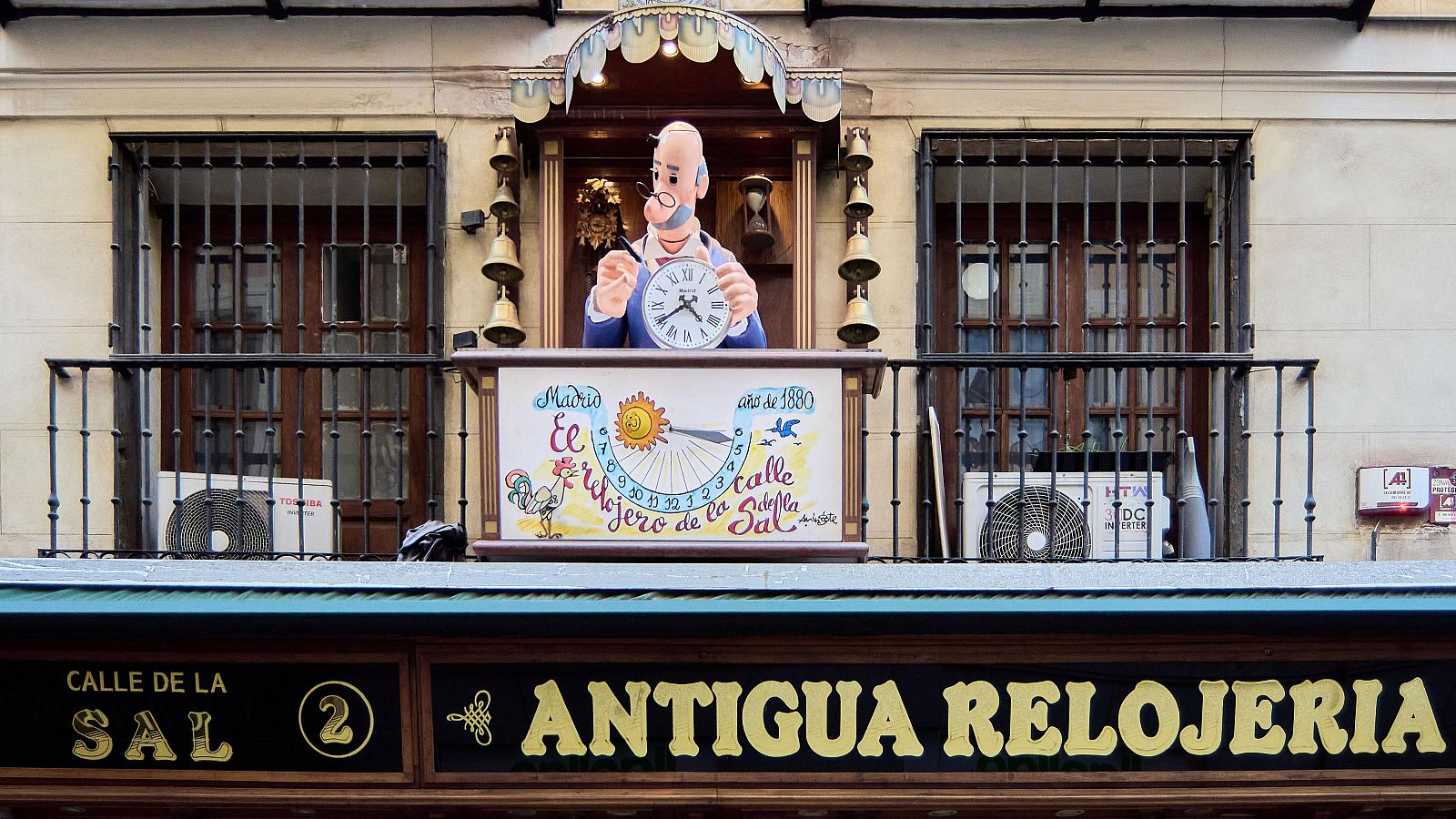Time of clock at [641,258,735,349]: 4:39
